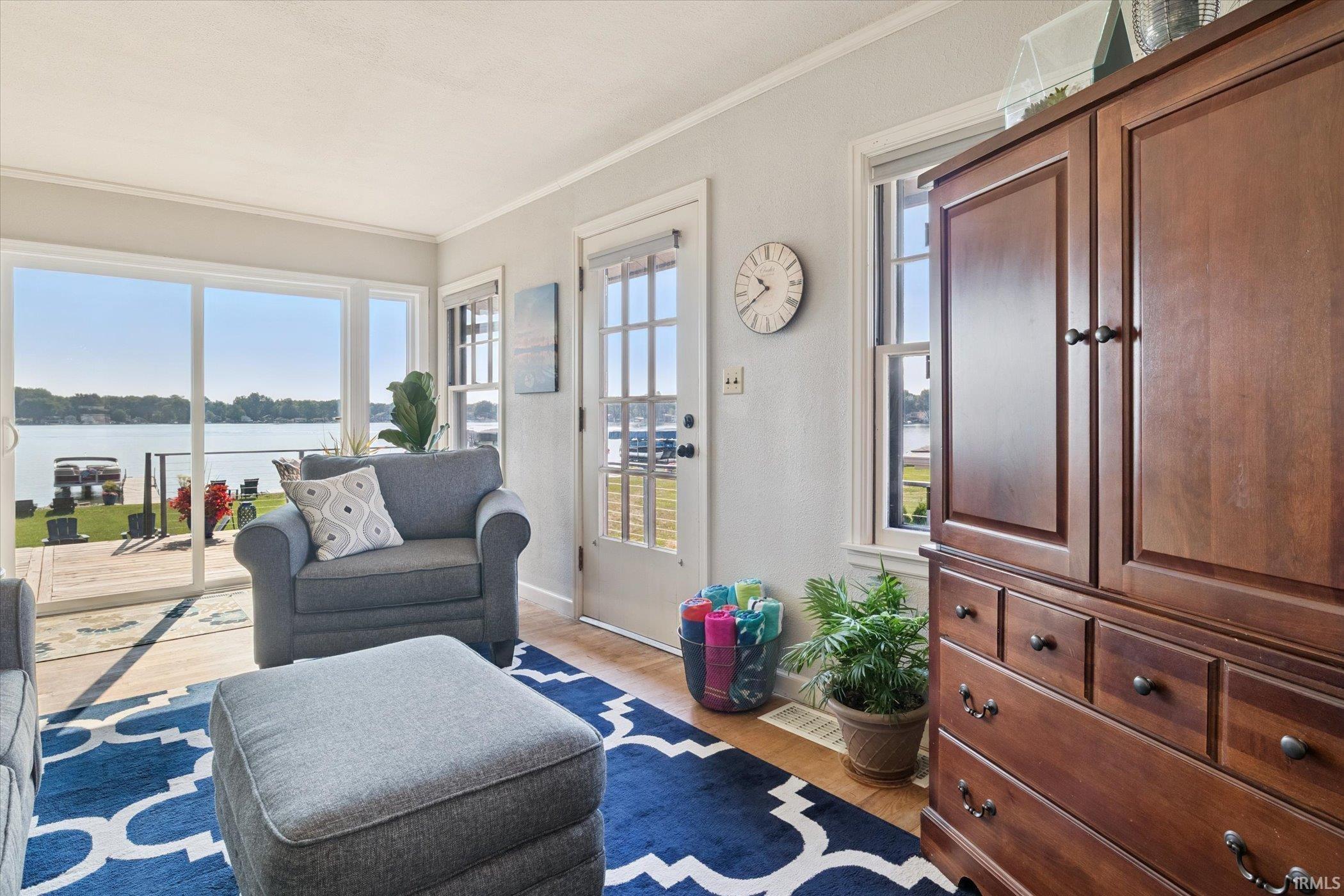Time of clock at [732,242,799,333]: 10:39
